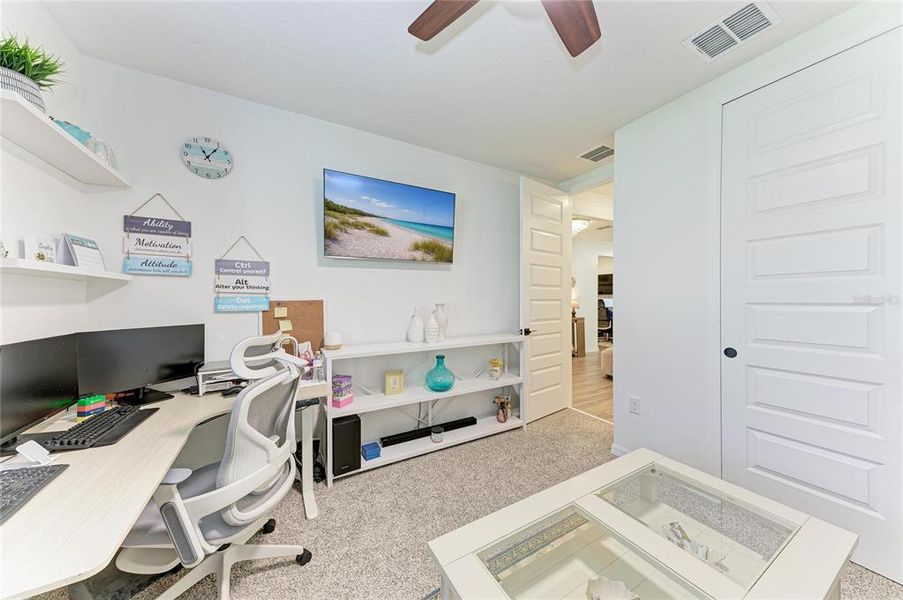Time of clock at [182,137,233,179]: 11:06
